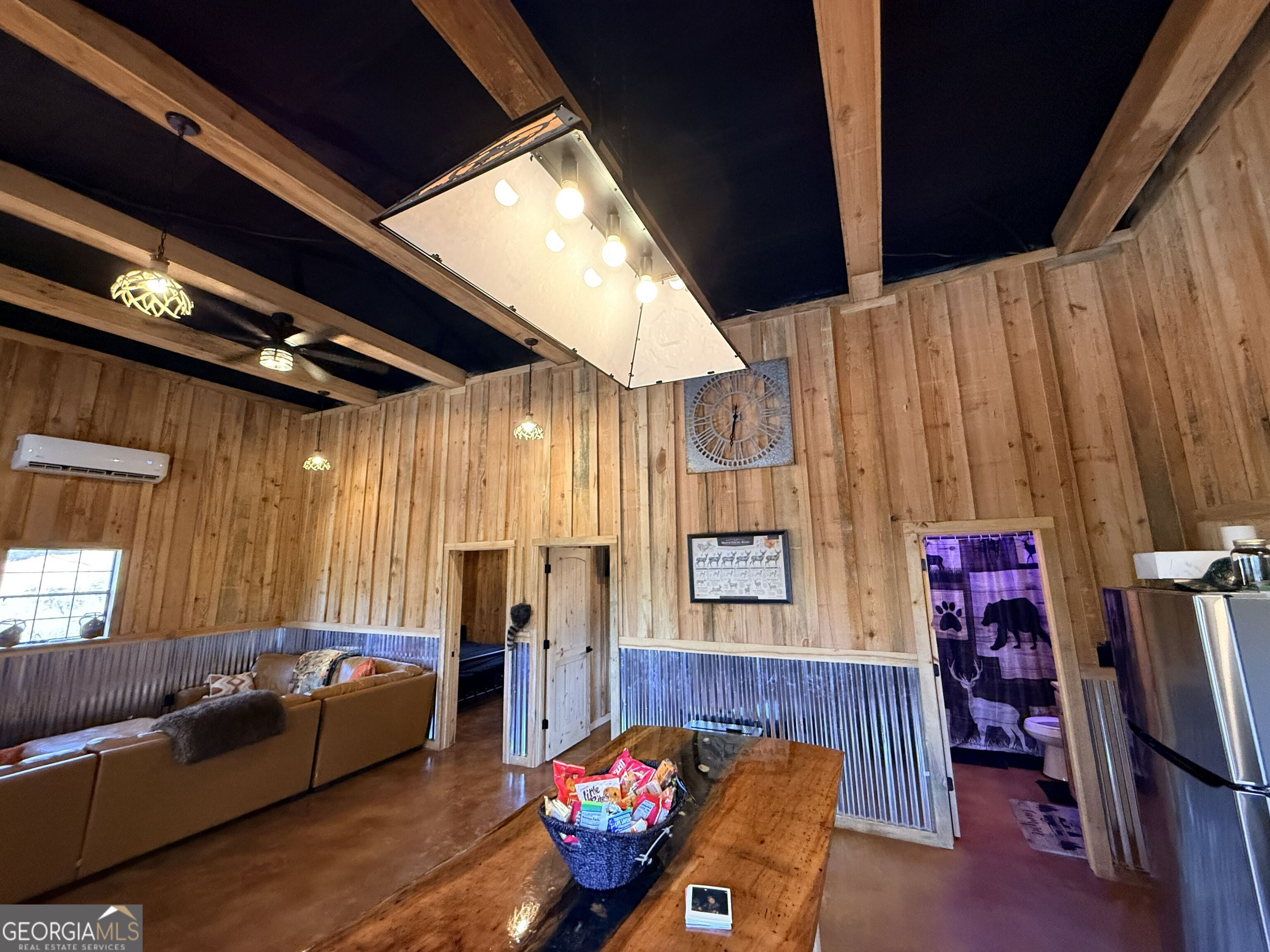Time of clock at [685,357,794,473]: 6:32
